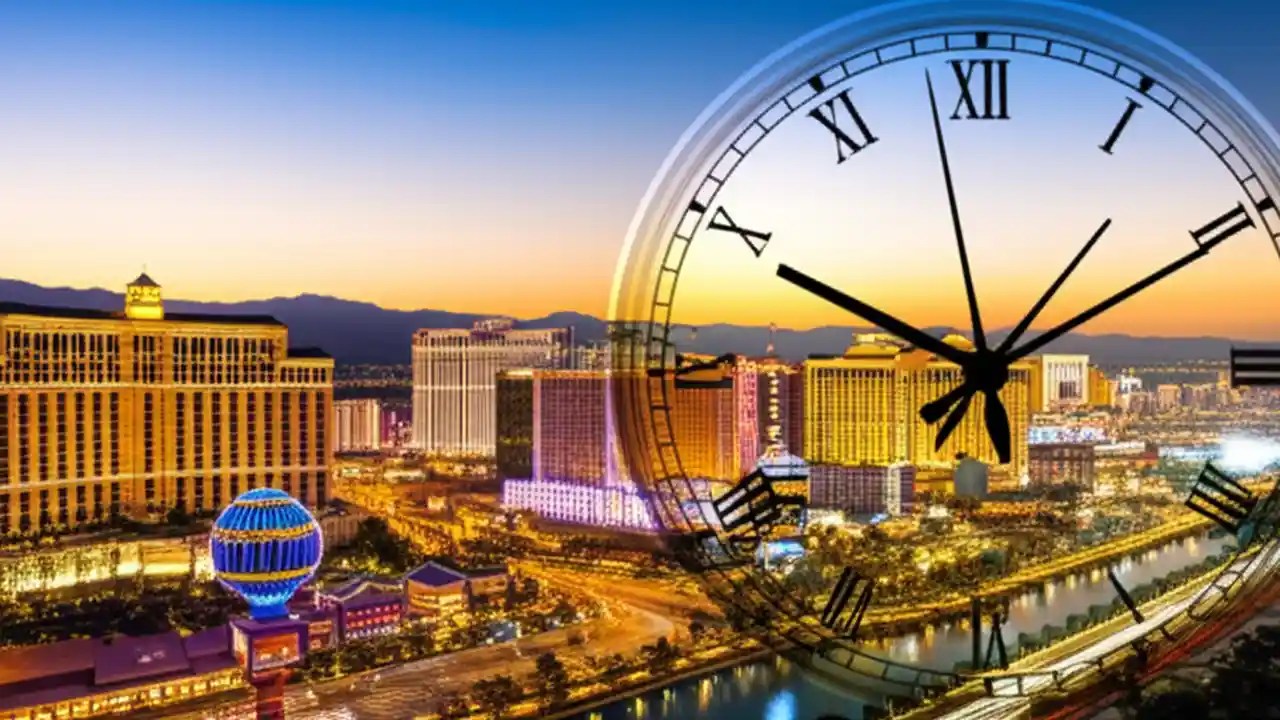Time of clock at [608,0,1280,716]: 1:49
